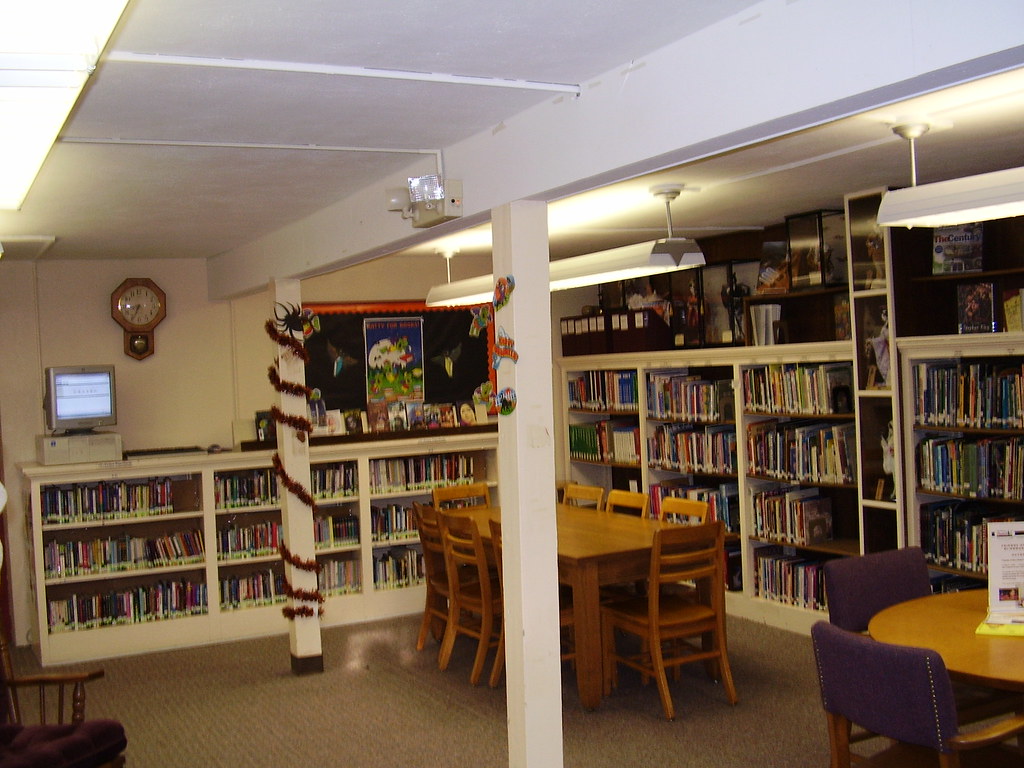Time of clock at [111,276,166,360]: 8:33
